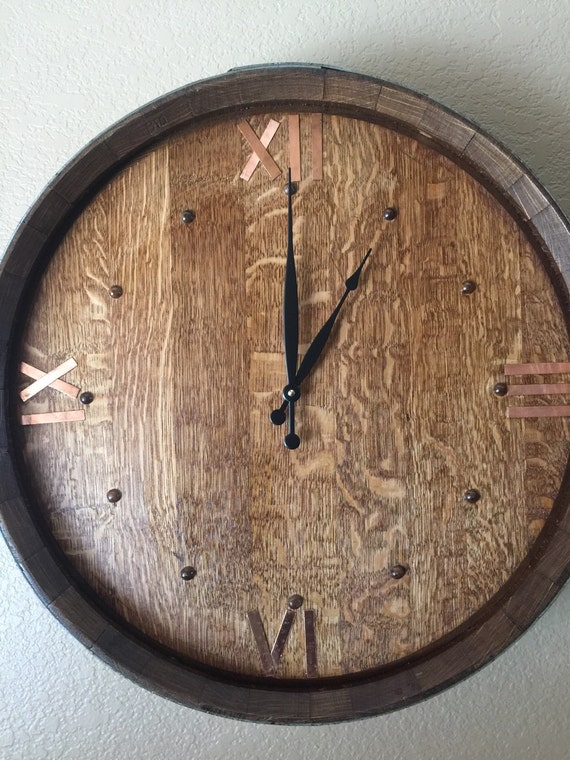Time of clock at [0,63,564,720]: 1:00
